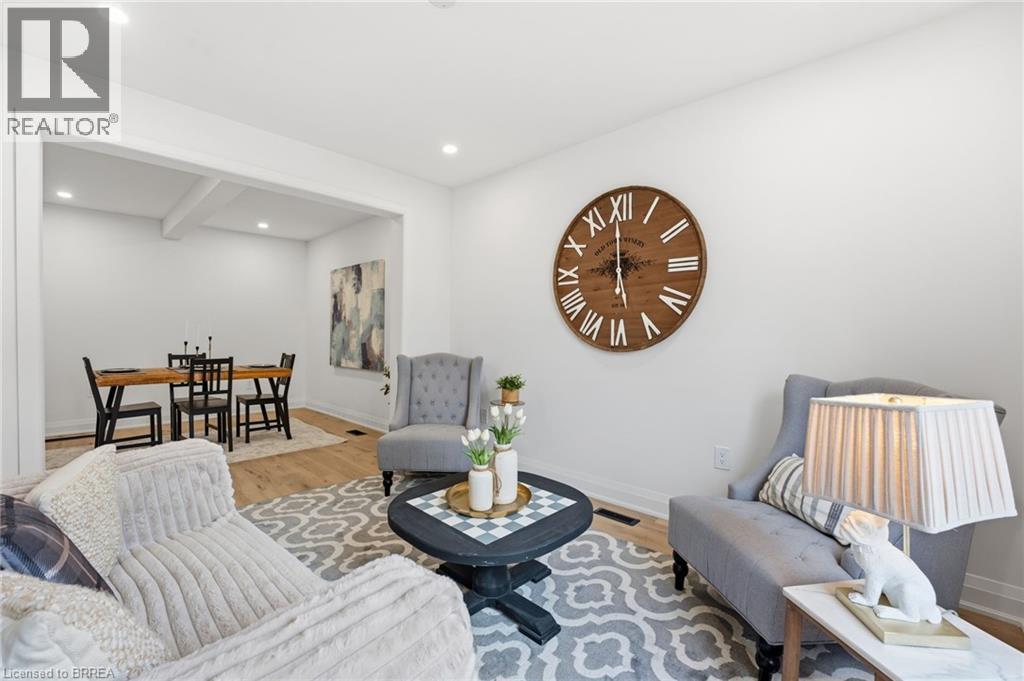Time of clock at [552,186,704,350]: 8:59
